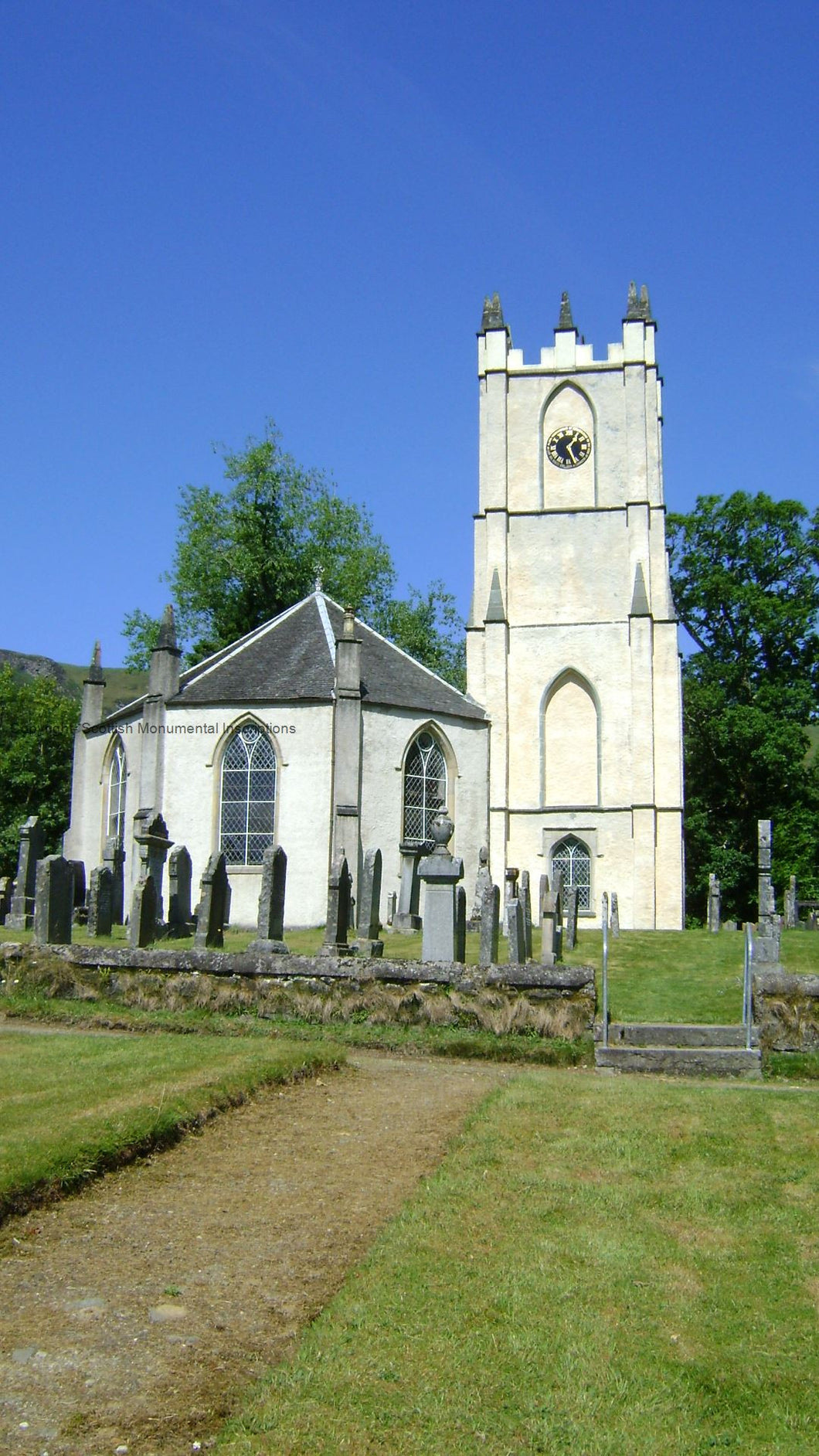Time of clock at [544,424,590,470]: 1:26
